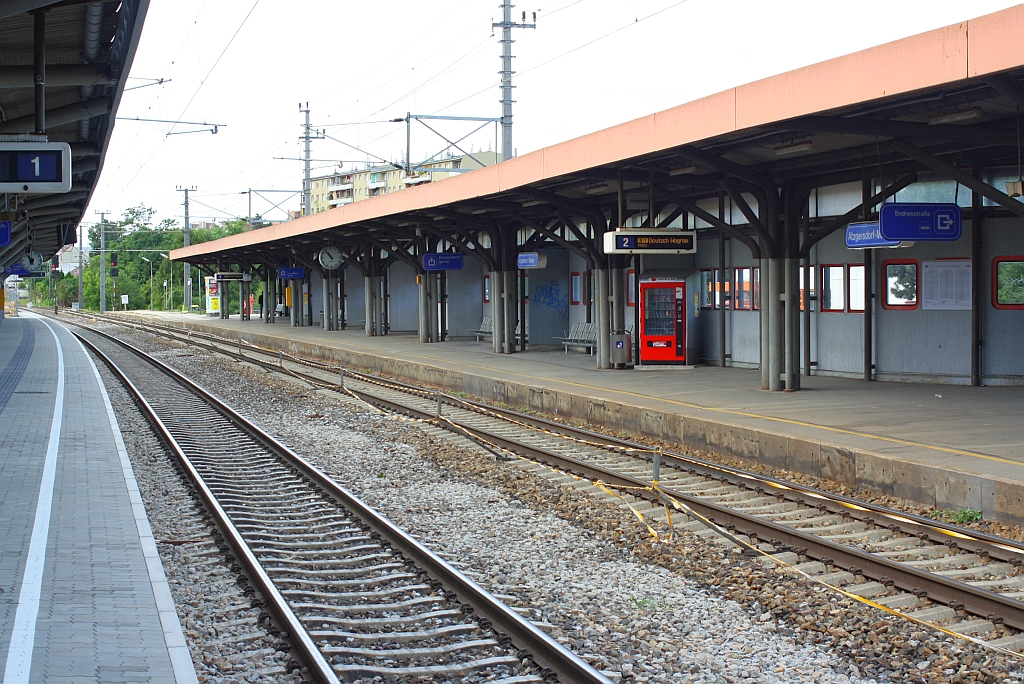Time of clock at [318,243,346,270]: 10:53
